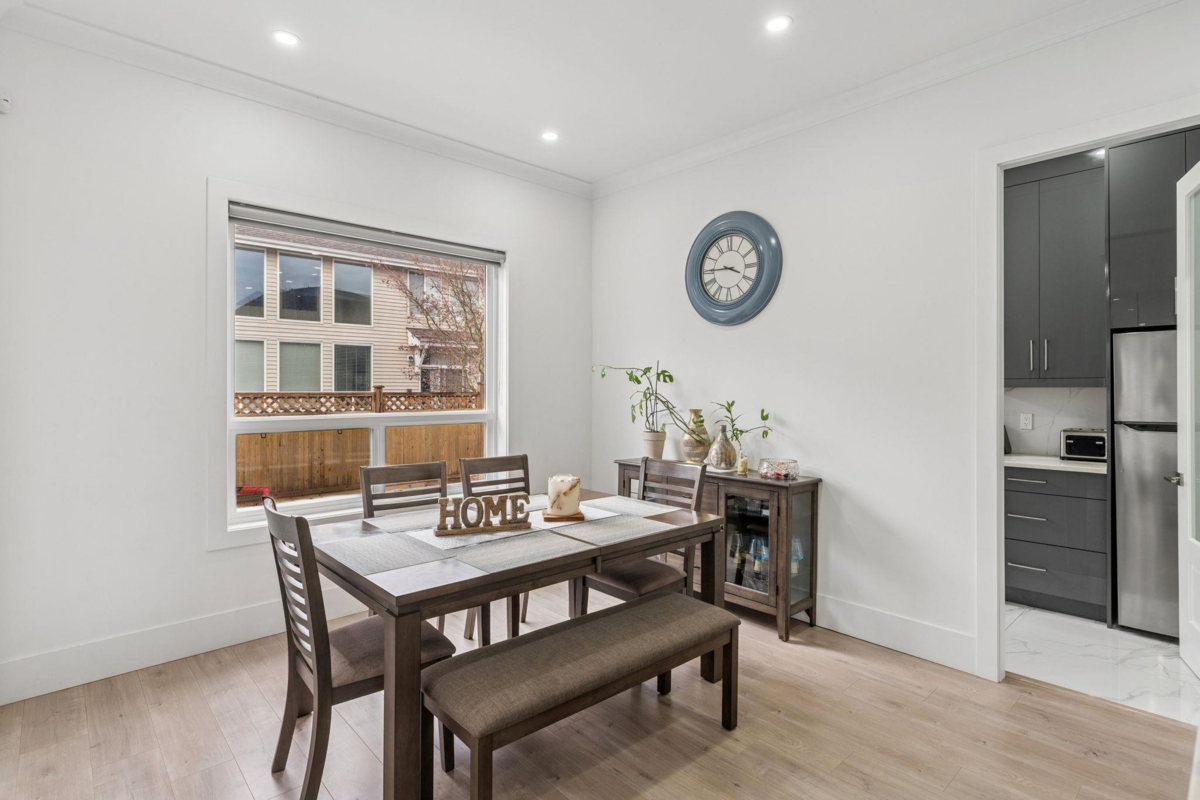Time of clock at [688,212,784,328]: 3:44
